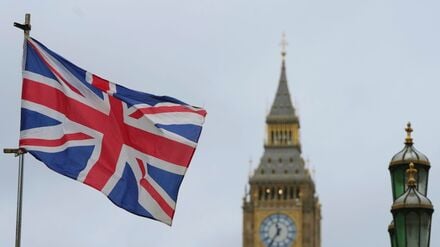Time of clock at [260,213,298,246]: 11:35
